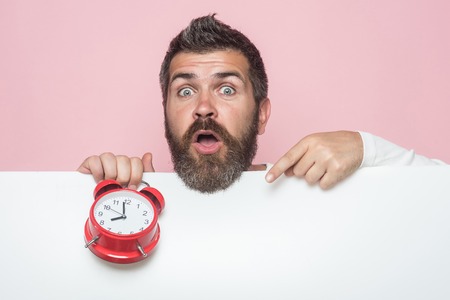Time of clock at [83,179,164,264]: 7:58
